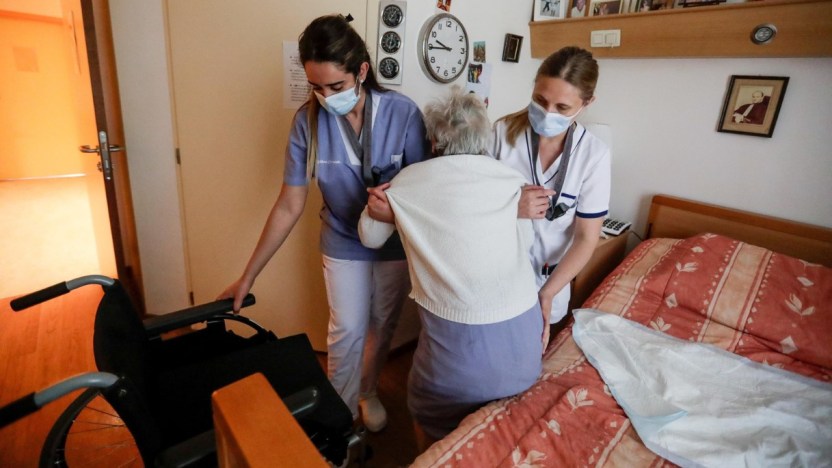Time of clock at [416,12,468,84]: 9:44
